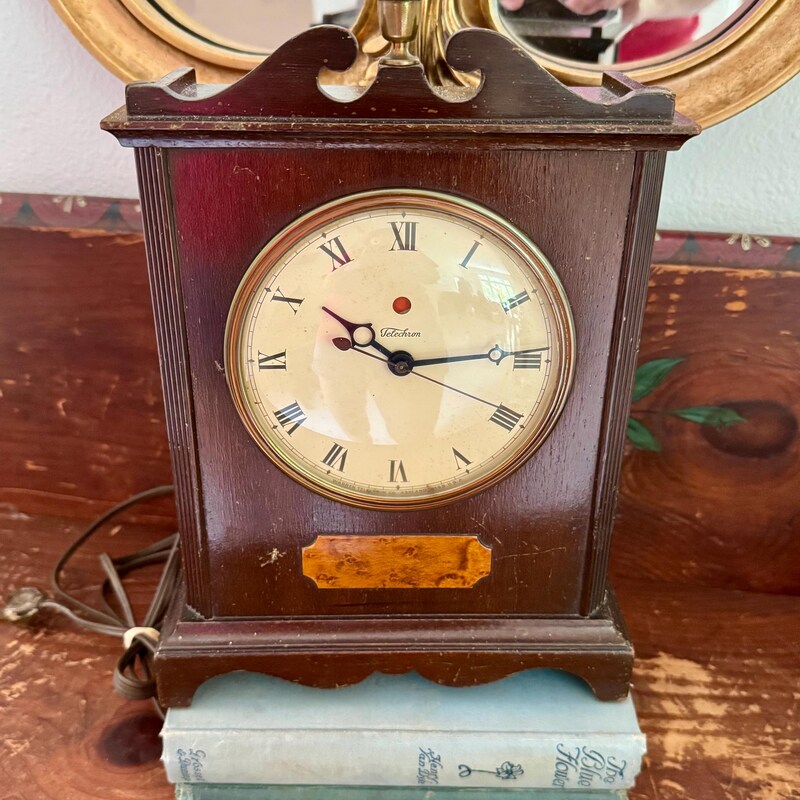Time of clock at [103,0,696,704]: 10:14
